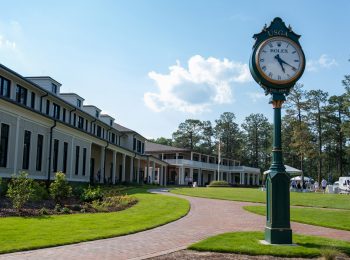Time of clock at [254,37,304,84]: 5:19
